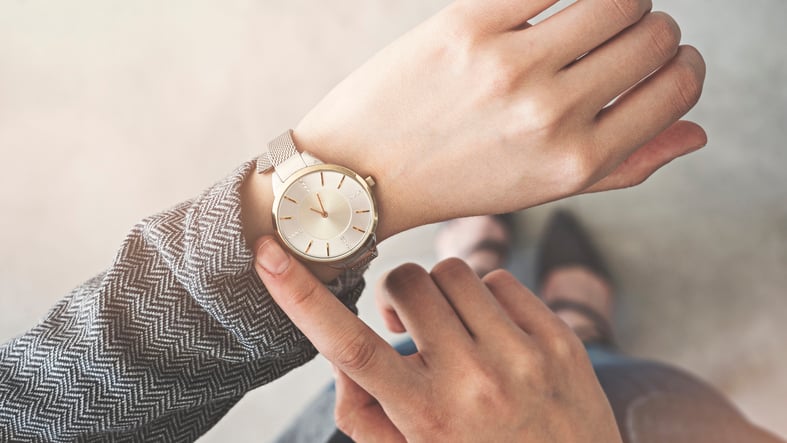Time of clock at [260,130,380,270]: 9:57
